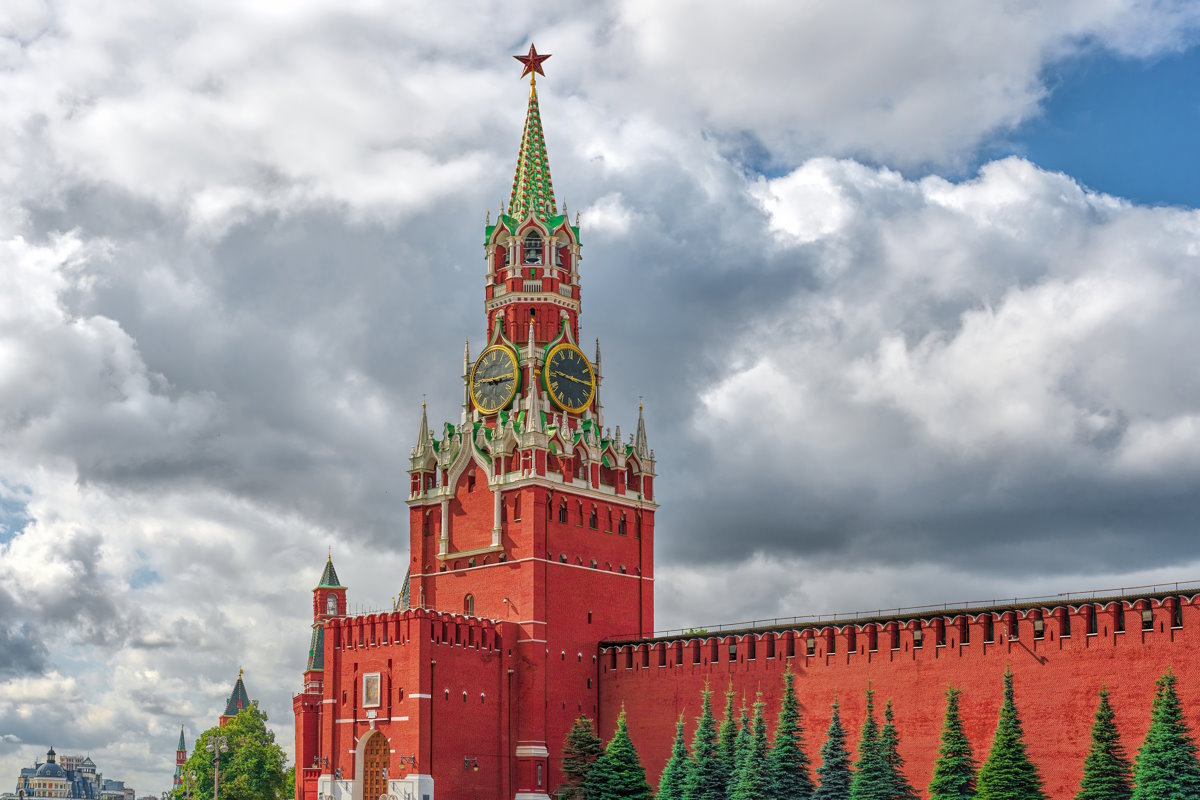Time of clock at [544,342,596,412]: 9:15
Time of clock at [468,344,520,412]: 9:15
